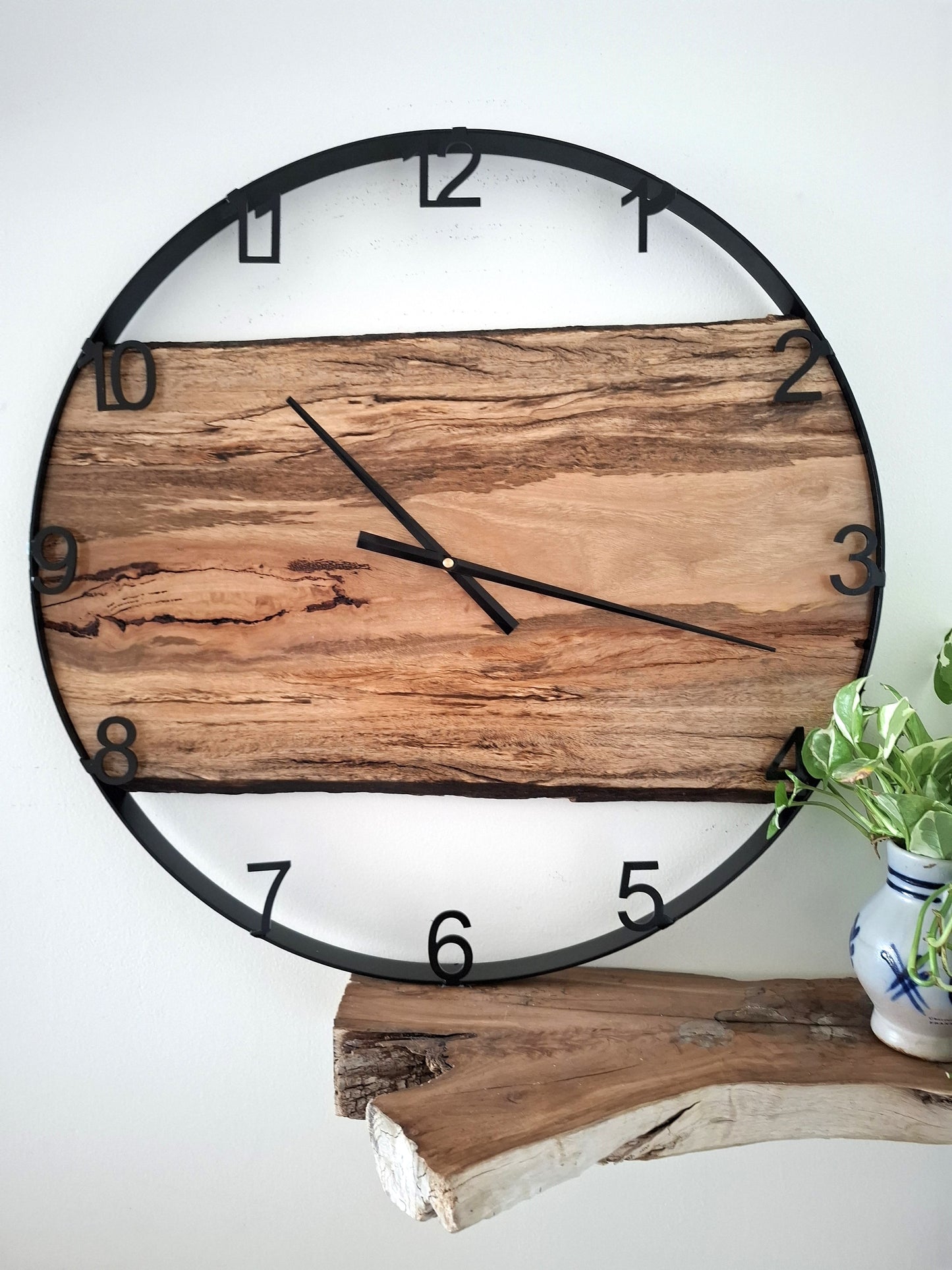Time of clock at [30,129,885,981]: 3:53
